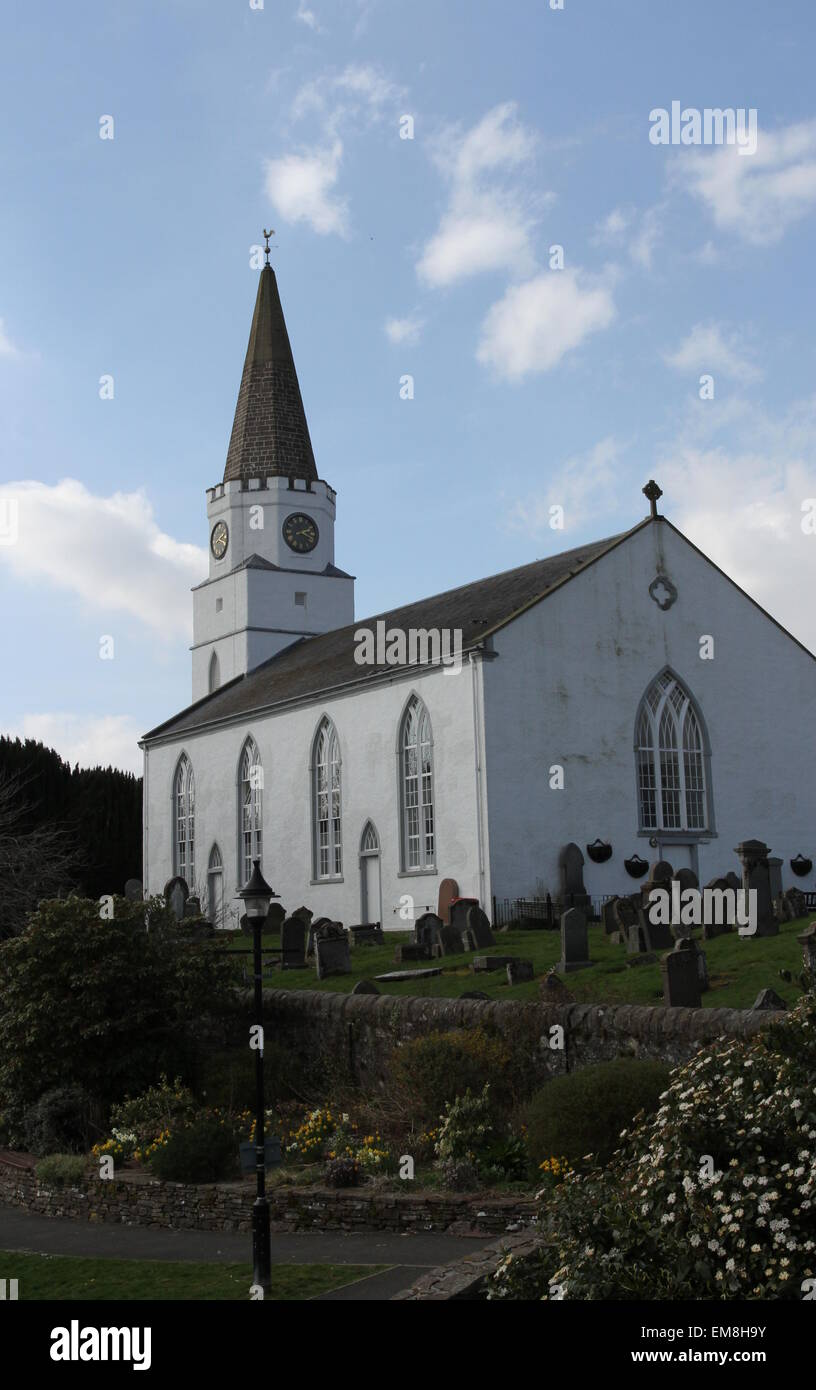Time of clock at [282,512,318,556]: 2:18
